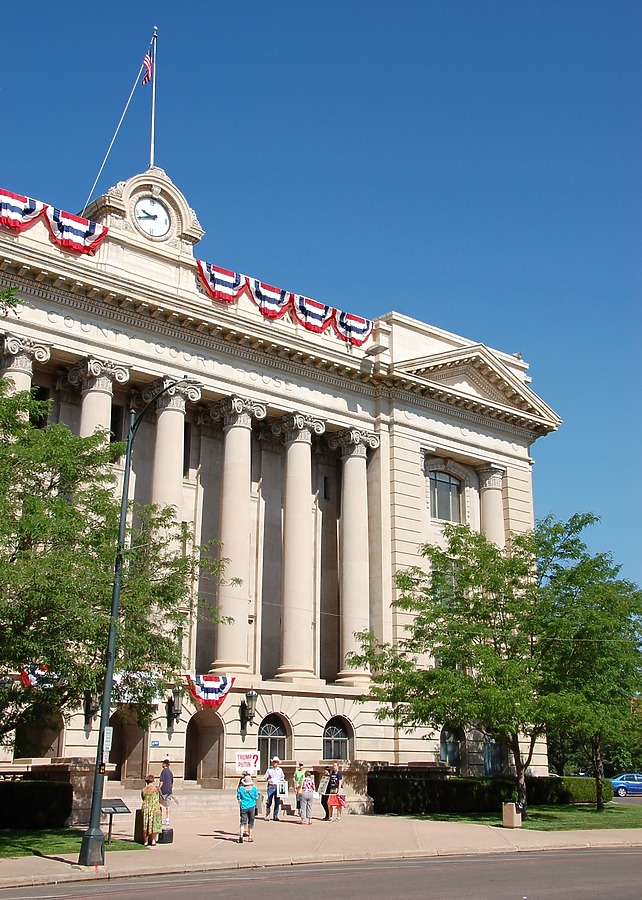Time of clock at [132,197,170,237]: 9:42
